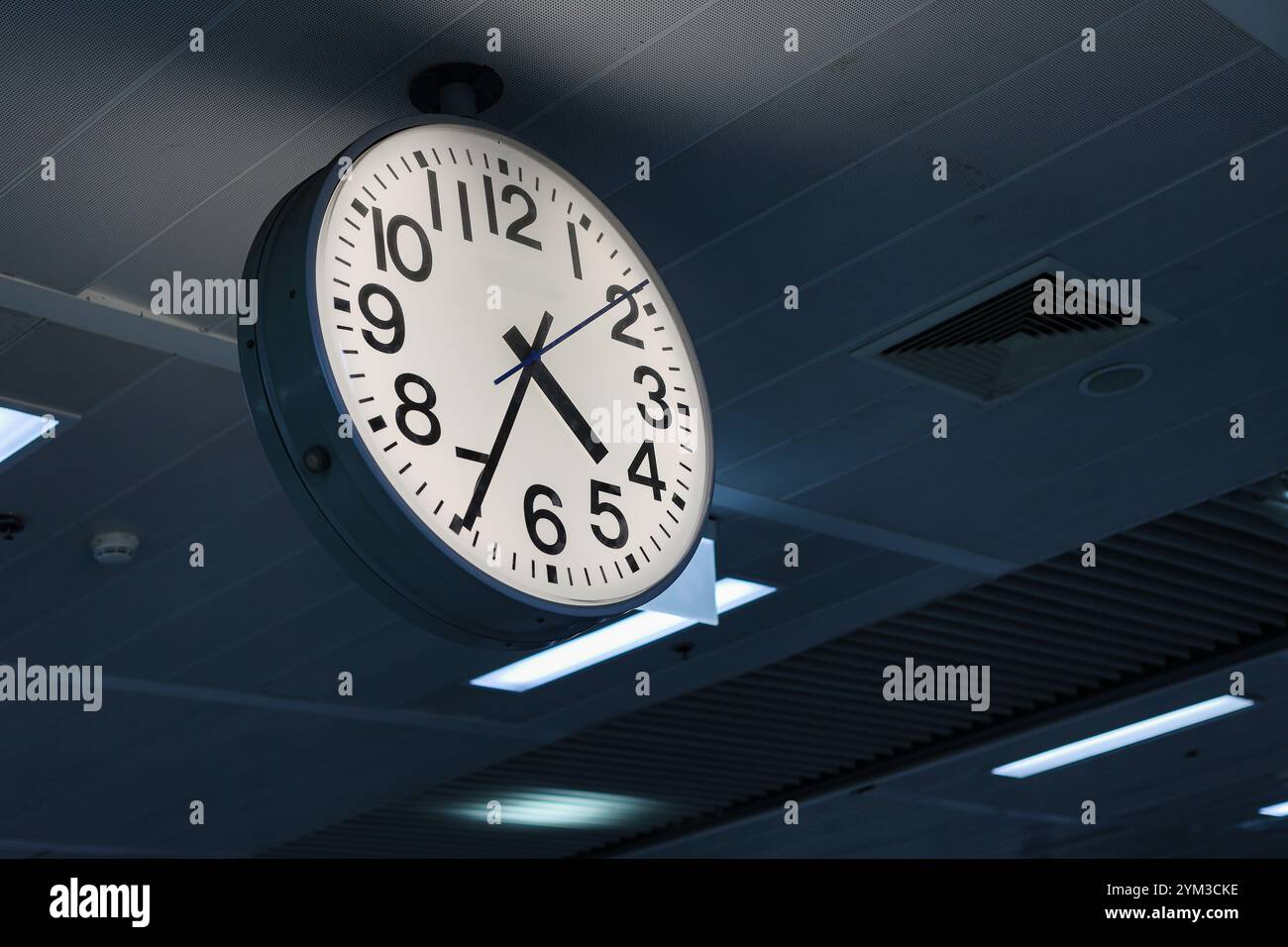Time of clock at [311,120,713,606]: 4:34
